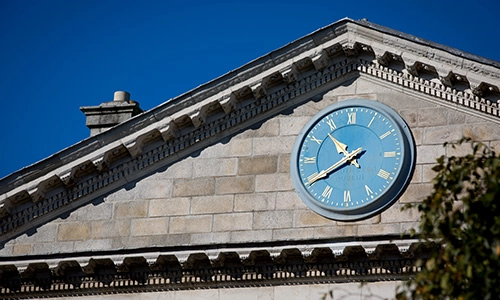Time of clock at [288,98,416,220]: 10:39
